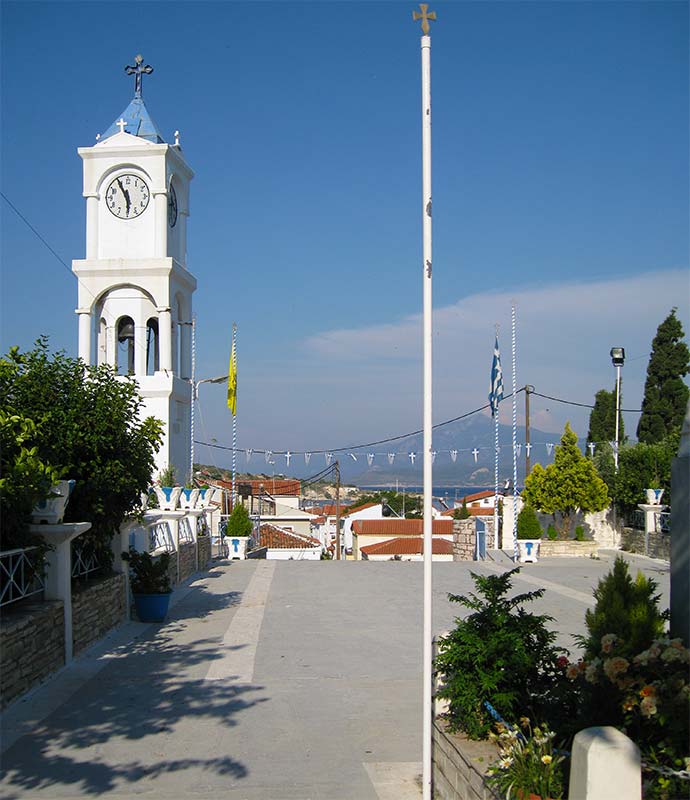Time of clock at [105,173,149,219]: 5:55
